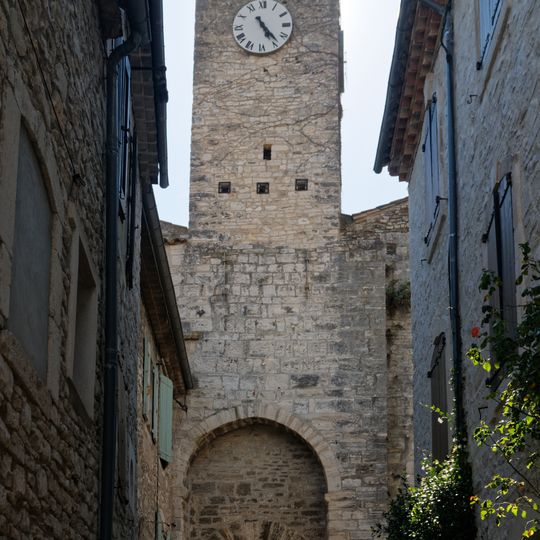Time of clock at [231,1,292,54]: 5:23
